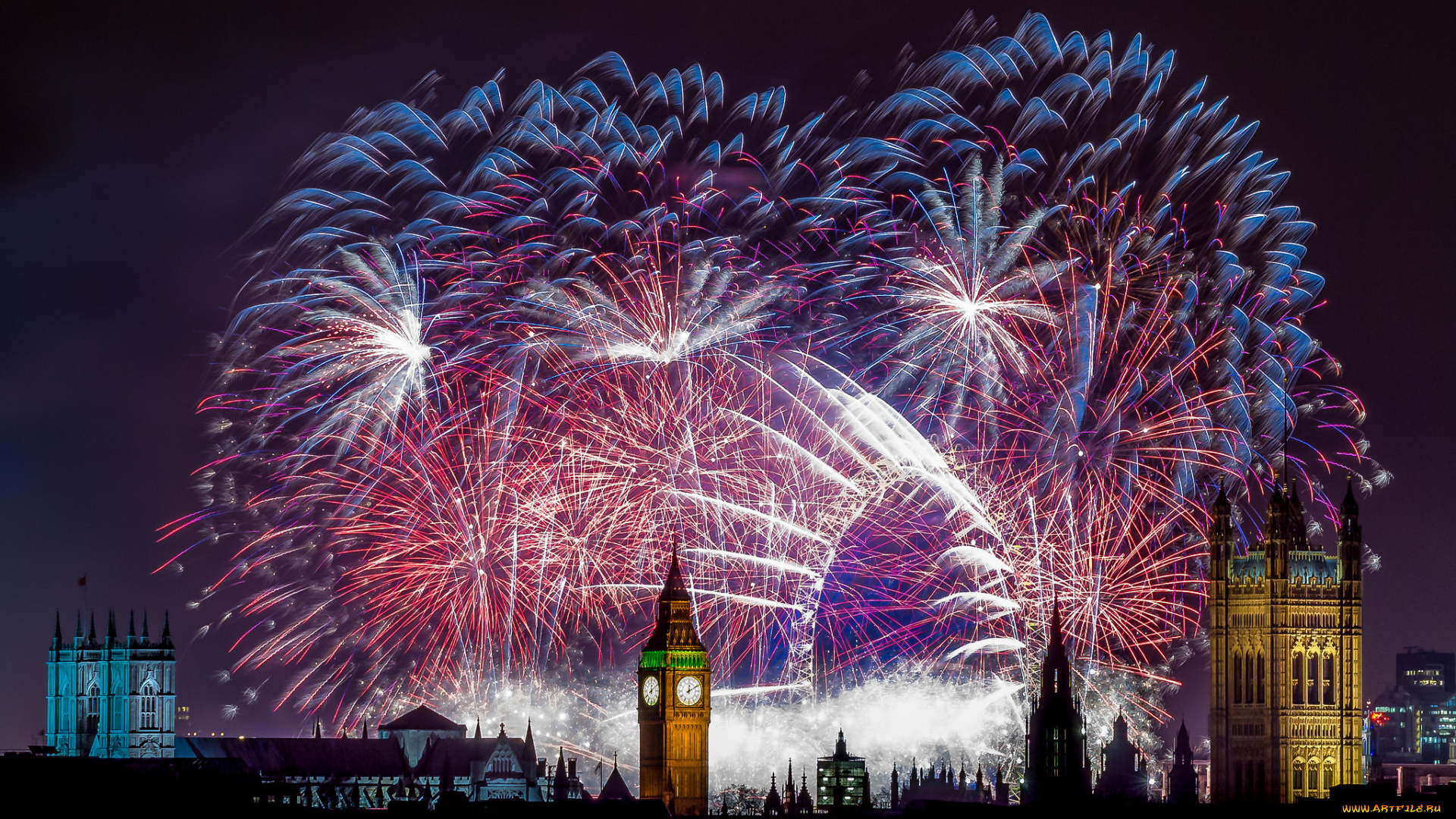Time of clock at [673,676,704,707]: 12:10
